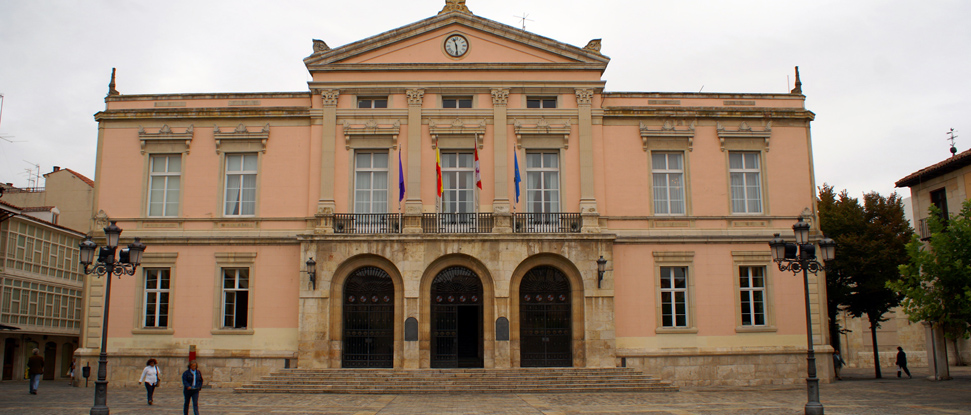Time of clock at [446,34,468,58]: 11:29
